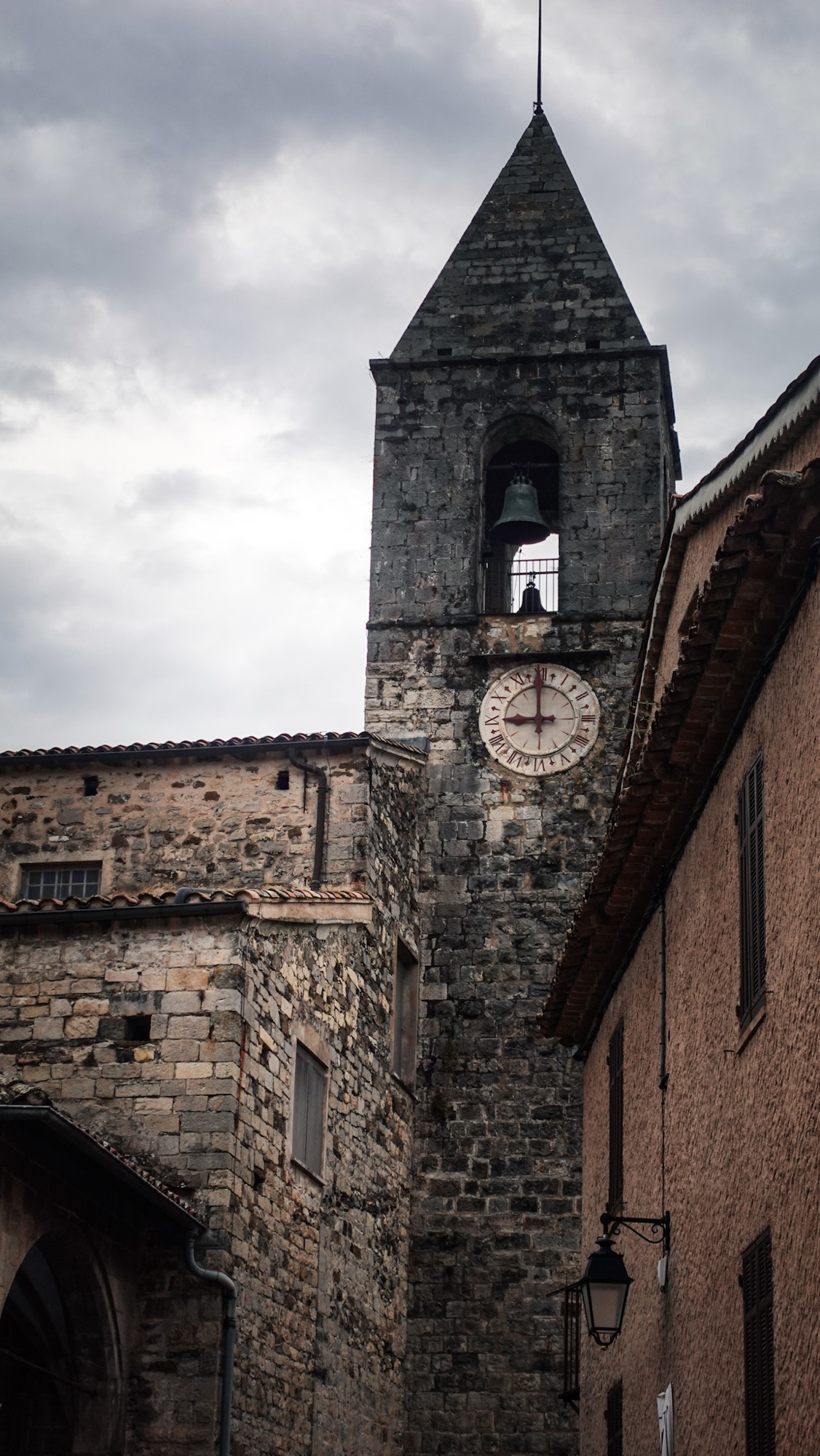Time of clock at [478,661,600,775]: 8:59
